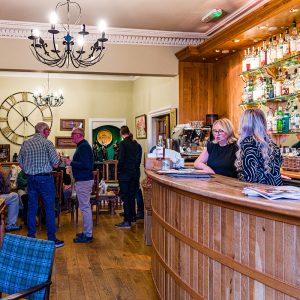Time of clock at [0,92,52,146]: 1:37
